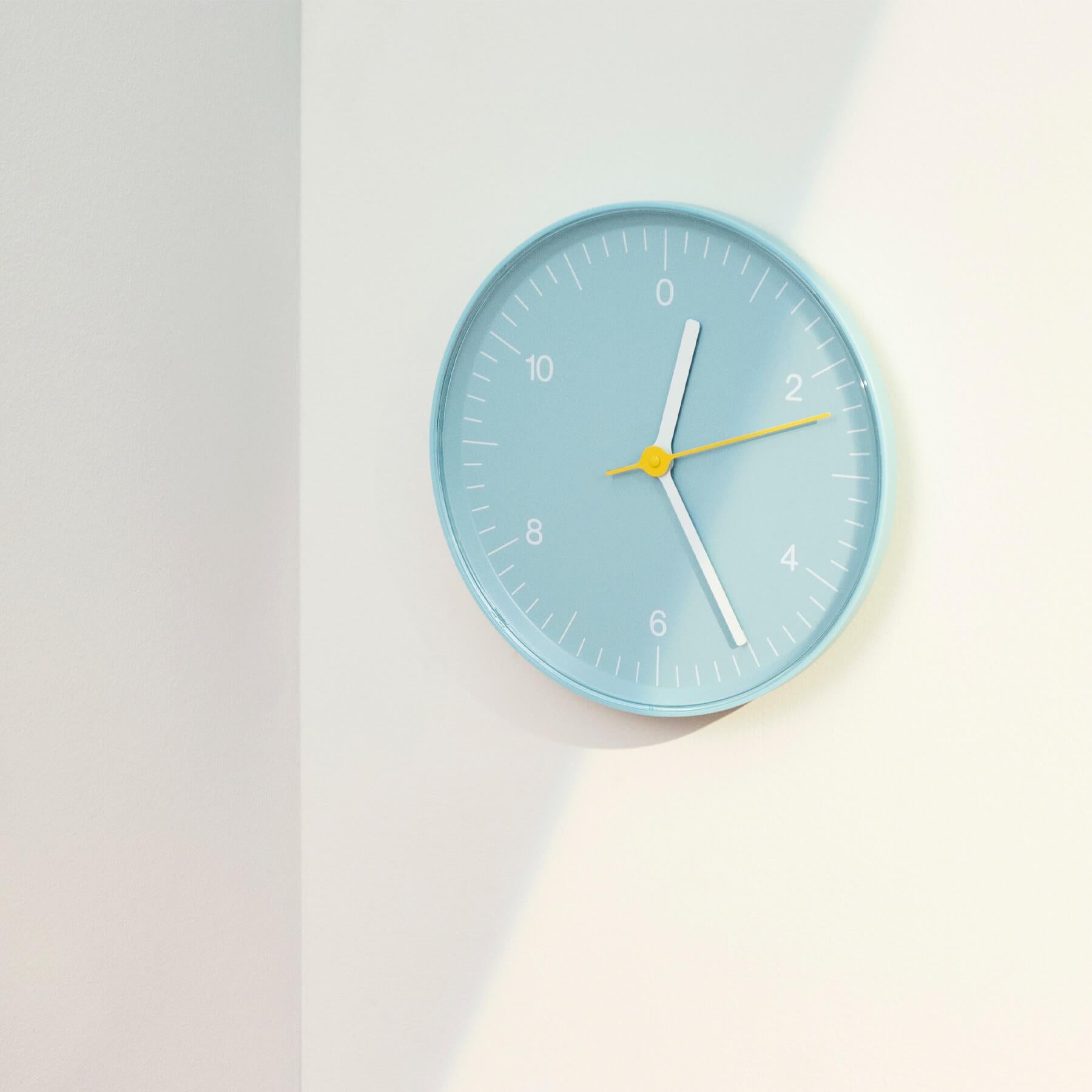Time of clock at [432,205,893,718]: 12:25
